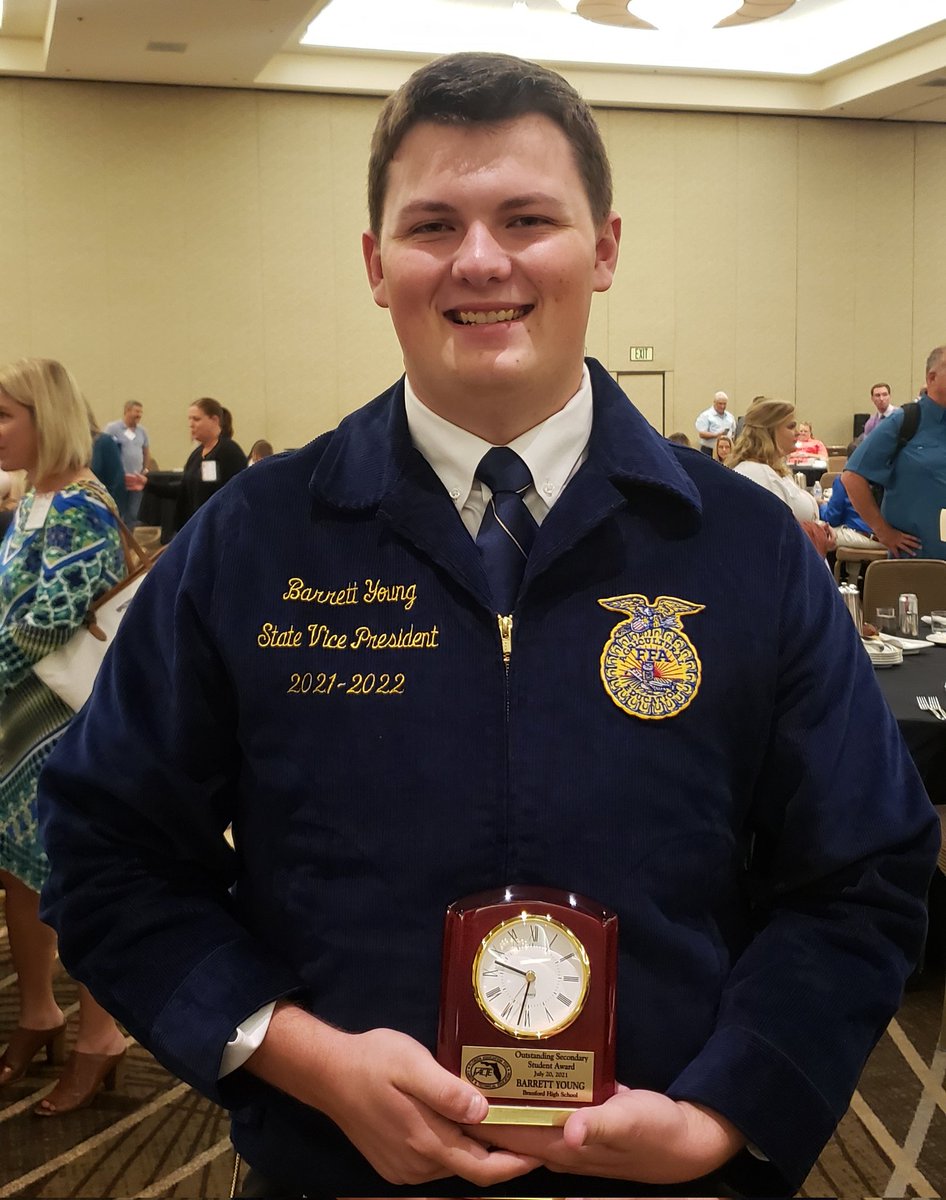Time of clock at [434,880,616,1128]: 9:32
